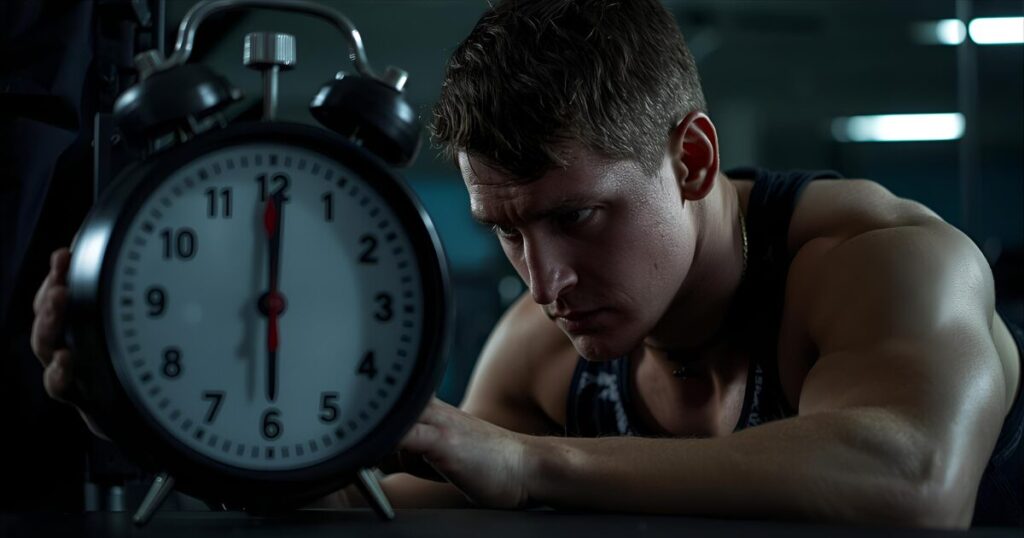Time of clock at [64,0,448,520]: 6:00
